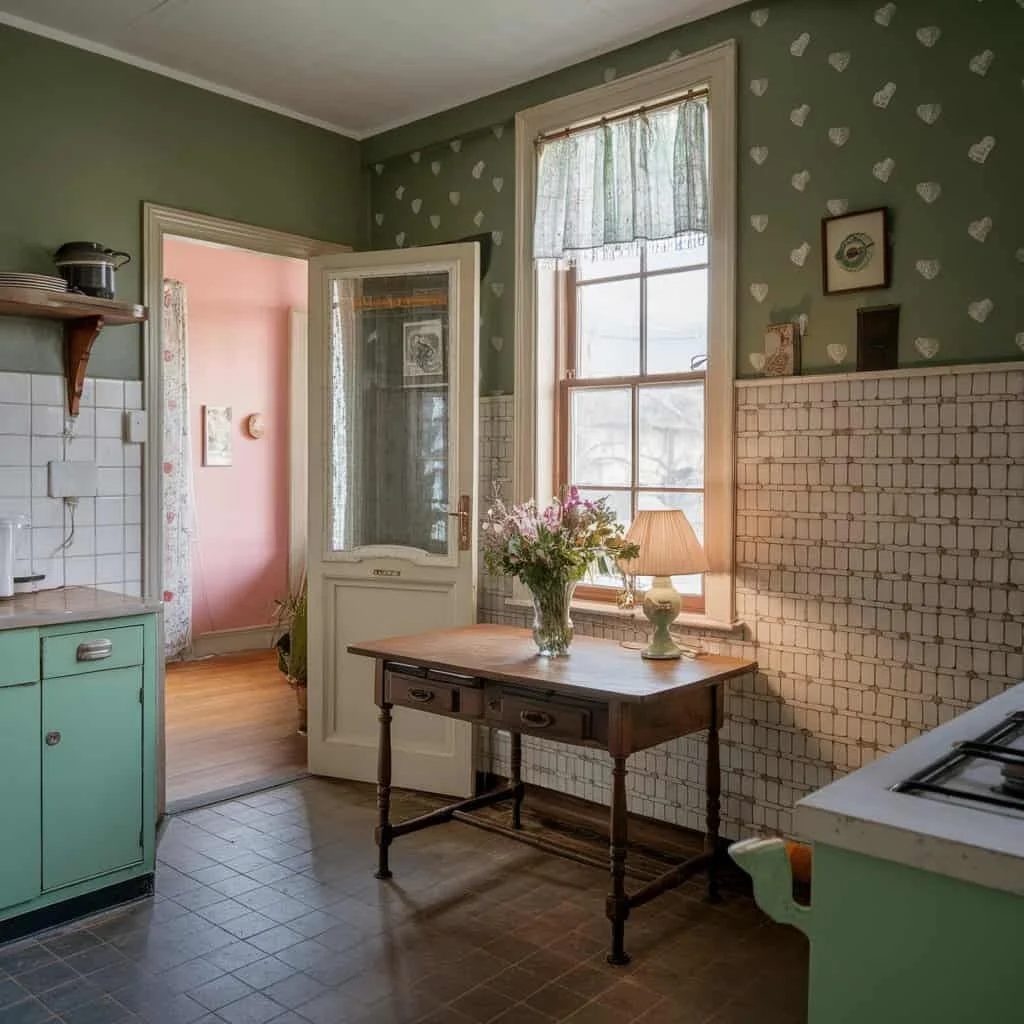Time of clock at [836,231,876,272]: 8:11
